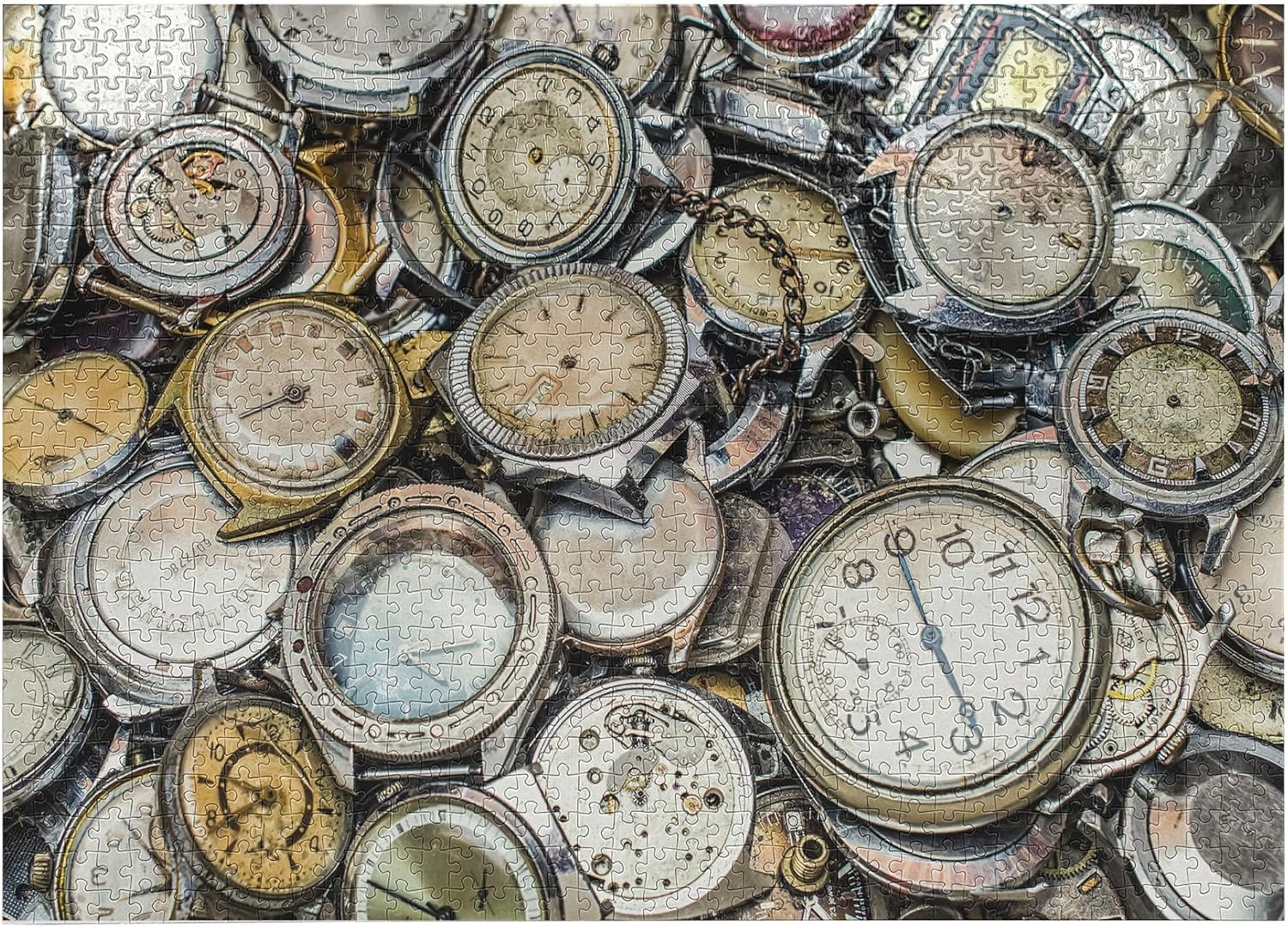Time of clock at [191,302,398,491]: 8:40
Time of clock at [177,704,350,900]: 7:46
